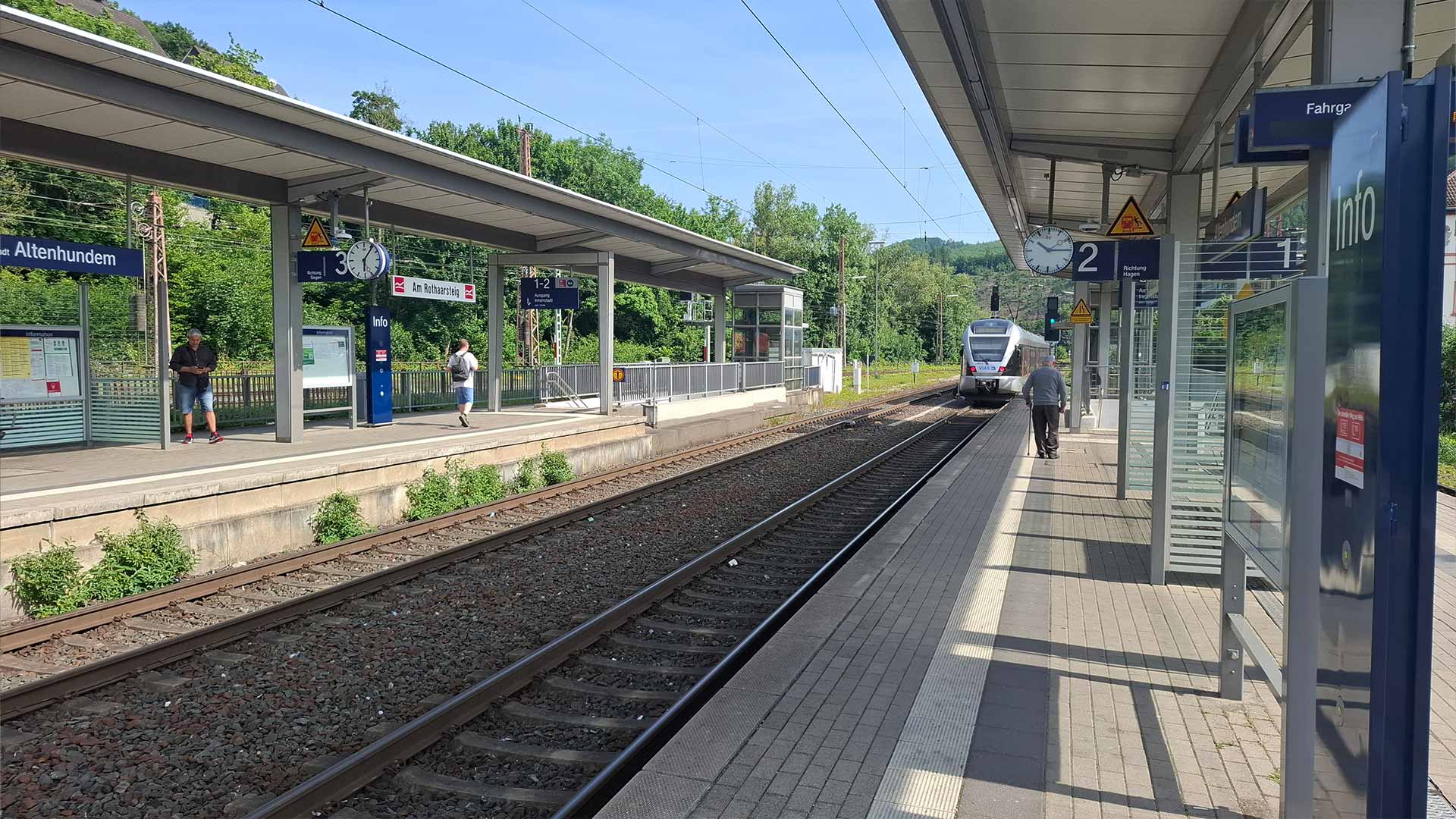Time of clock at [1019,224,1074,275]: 10:14
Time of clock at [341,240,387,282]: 6:06
